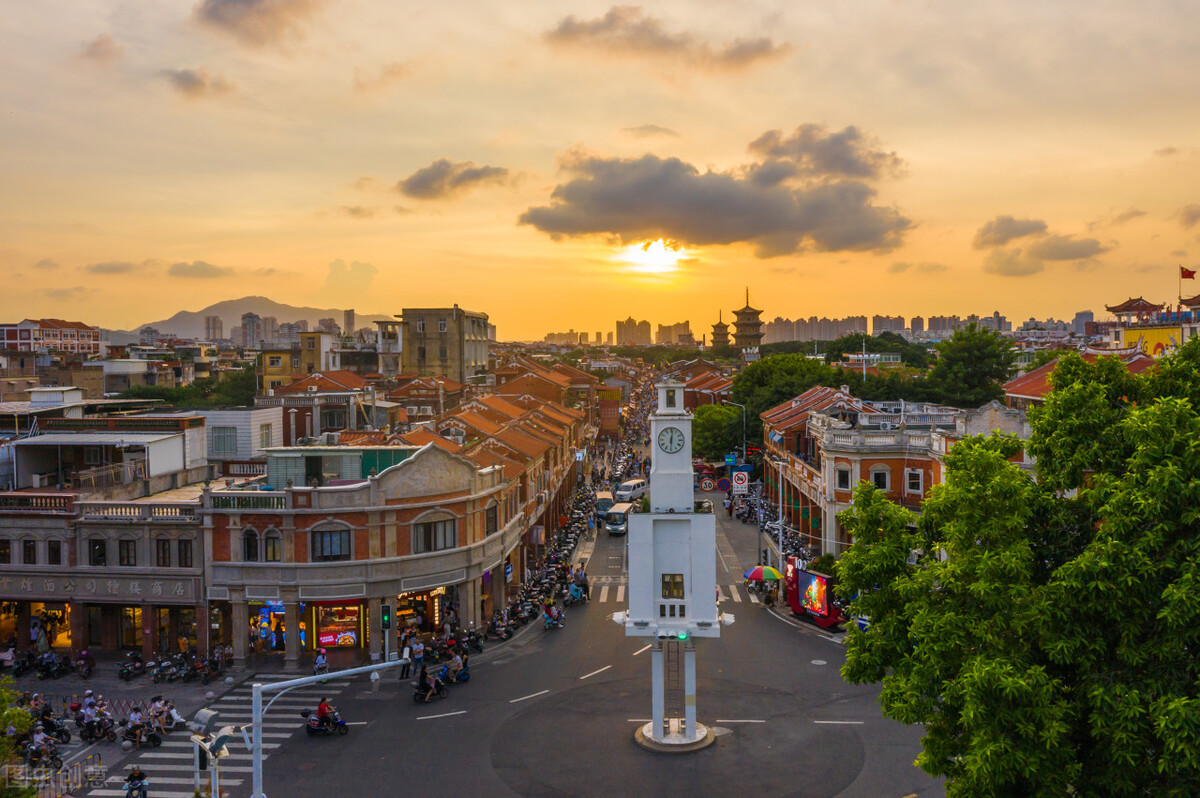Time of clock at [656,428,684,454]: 6:01
